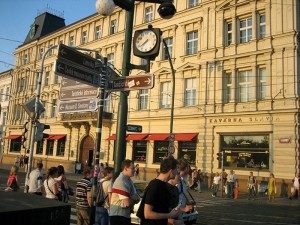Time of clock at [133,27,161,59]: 7:39
